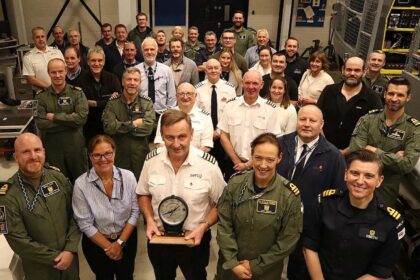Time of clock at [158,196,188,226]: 1:41
